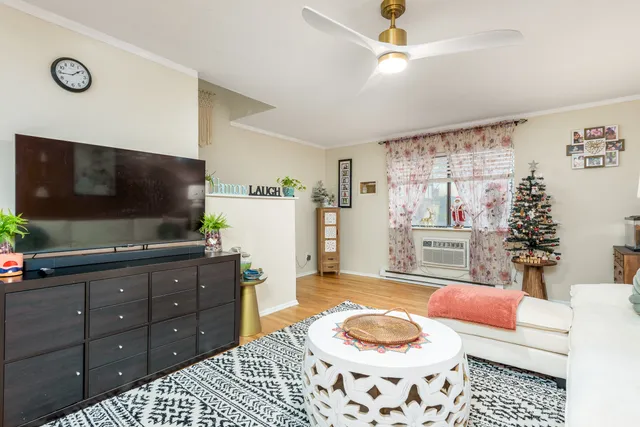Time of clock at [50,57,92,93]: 1:44
